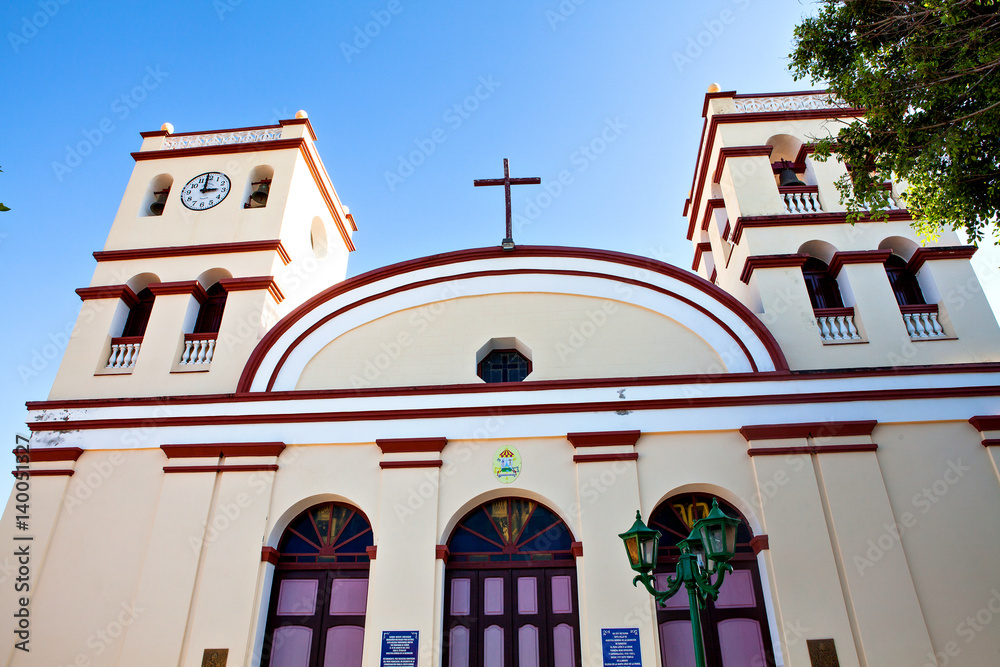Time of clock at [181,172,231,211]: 2:58
